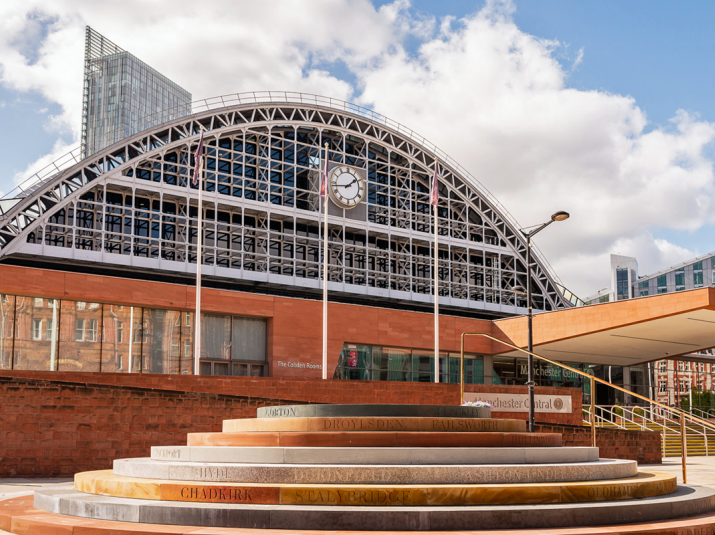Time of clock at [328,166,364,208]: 1:43
